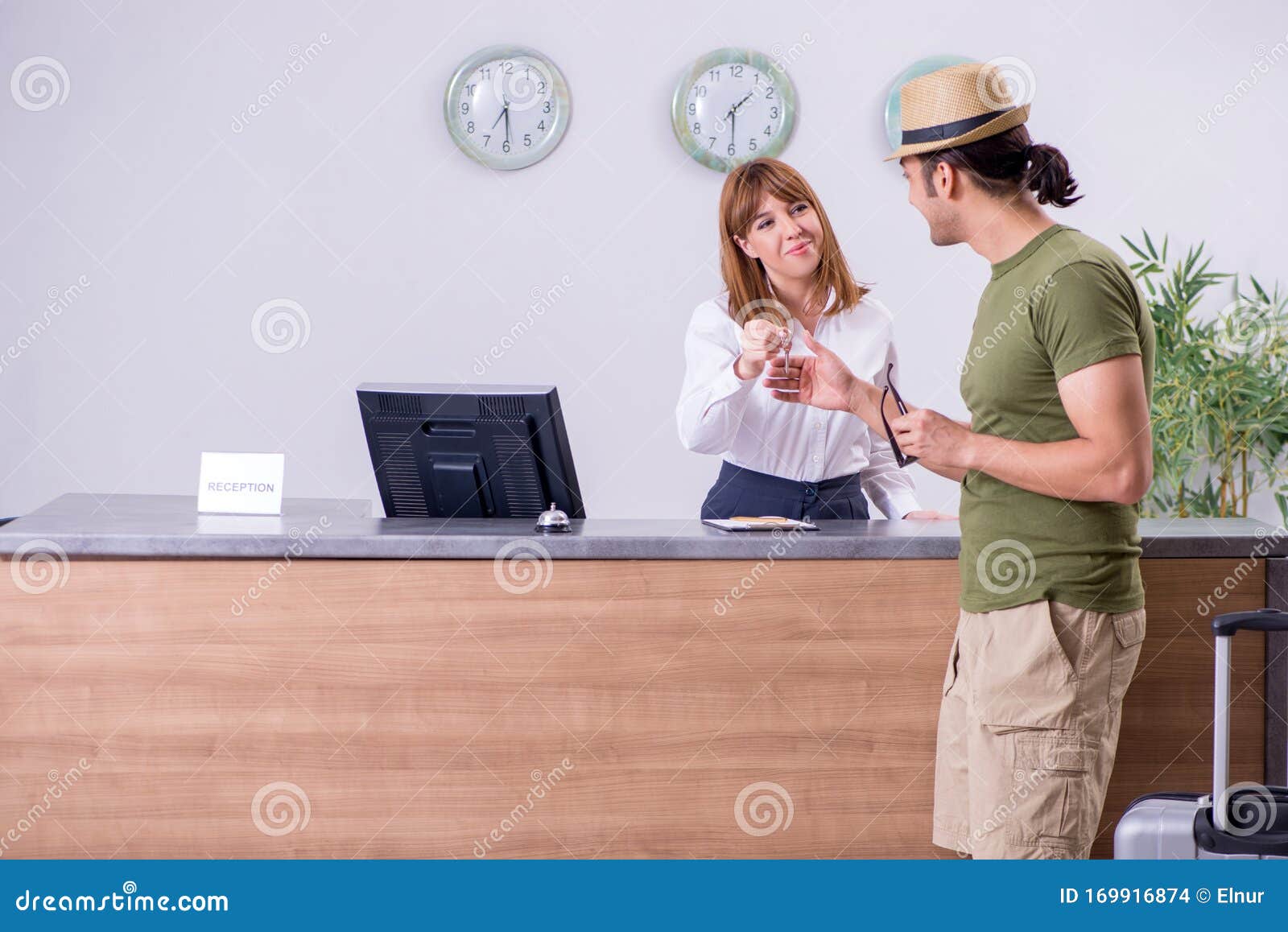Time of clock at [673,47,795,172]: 1:29
